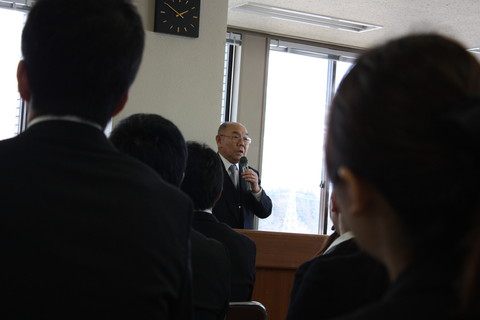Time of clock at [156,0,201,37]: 1:50
